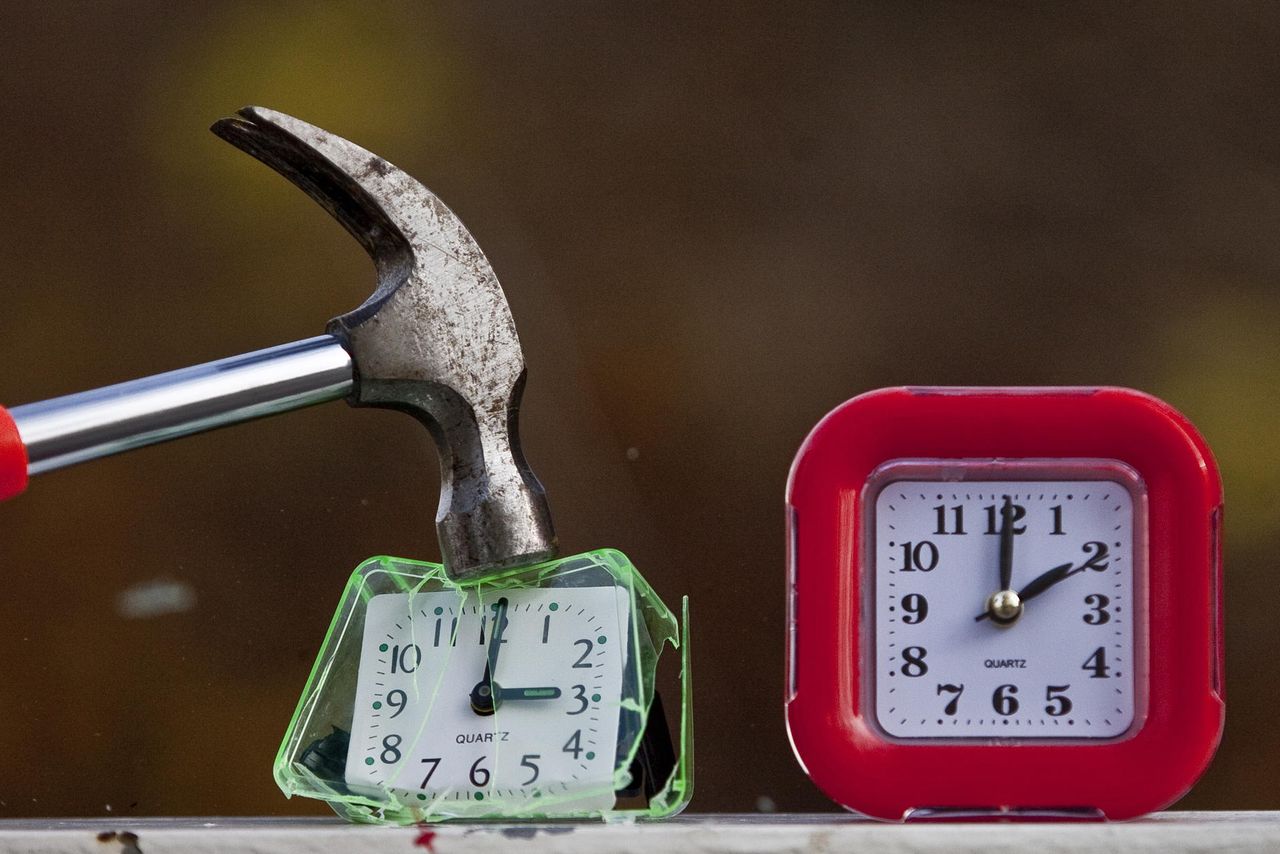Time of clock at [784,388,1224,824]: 2:00
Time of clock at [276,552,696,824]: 3:00
